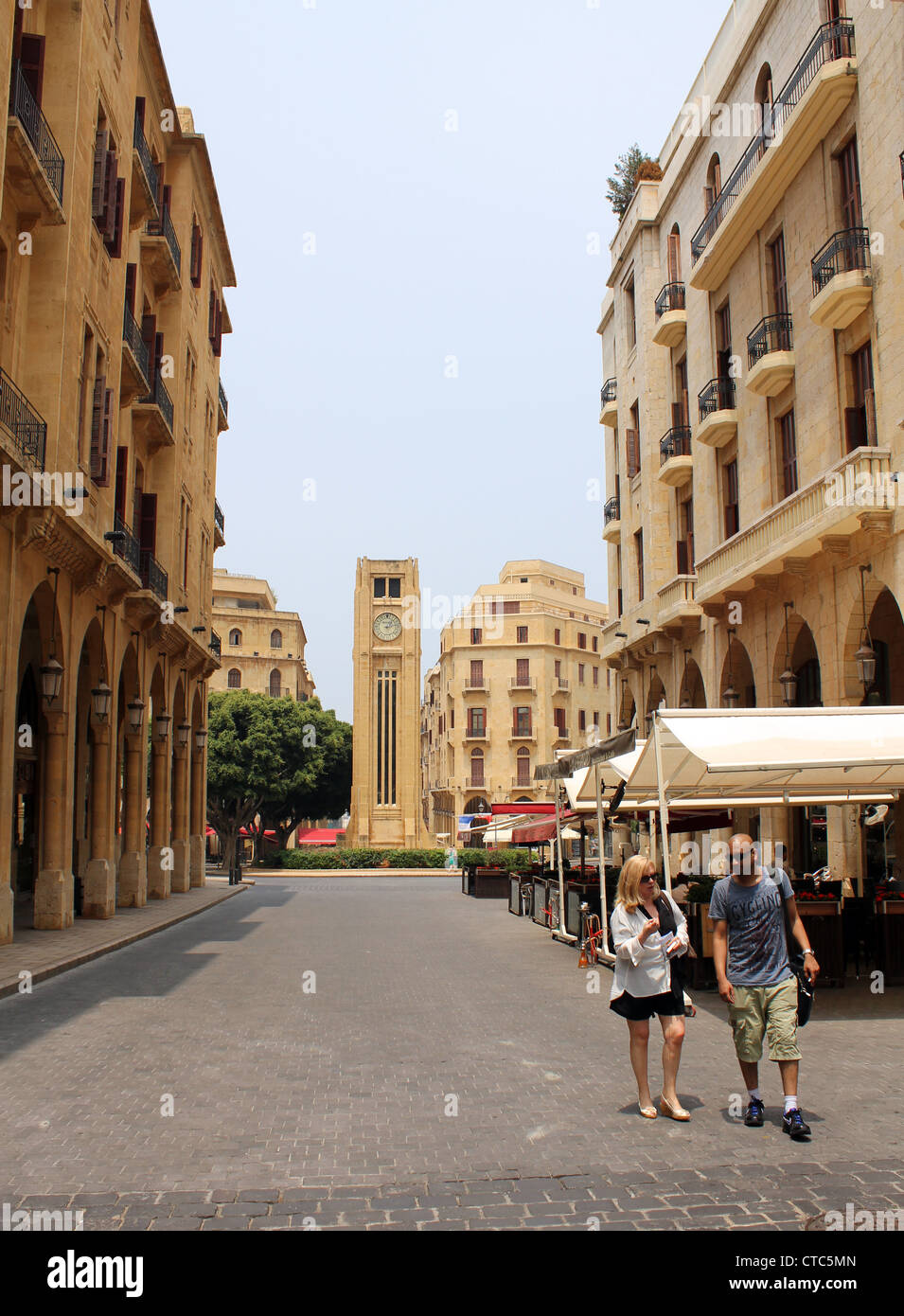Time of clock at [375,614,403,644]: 1:12
